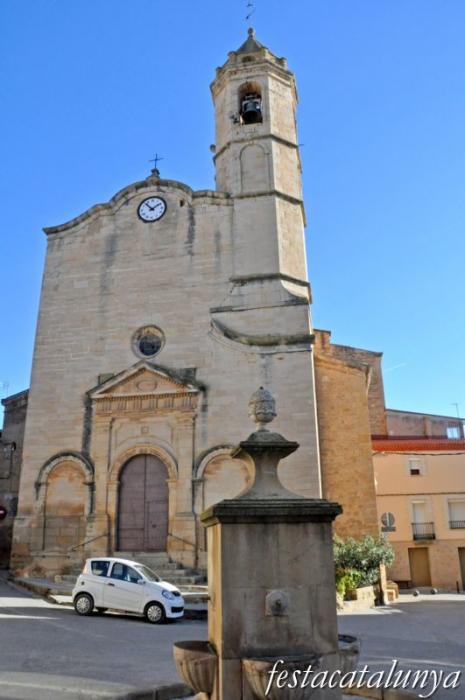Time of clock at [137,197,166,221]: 1:52
